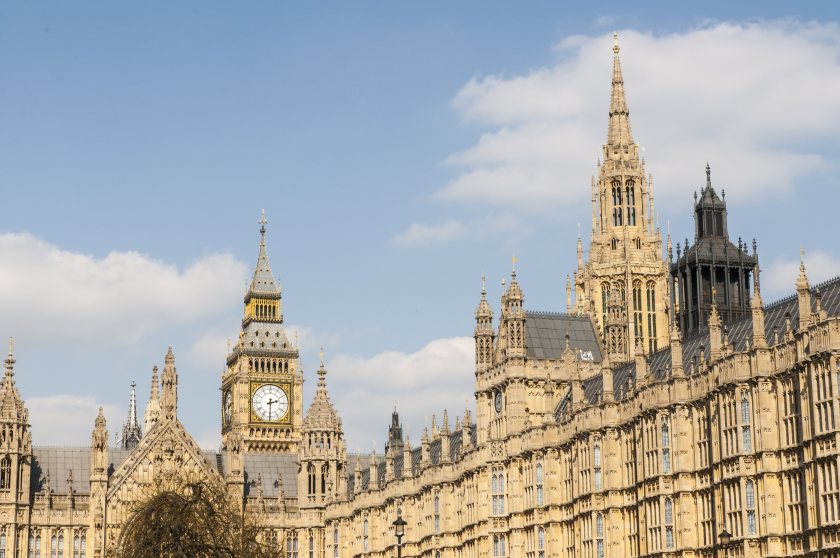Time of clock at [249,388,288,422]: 2:30
